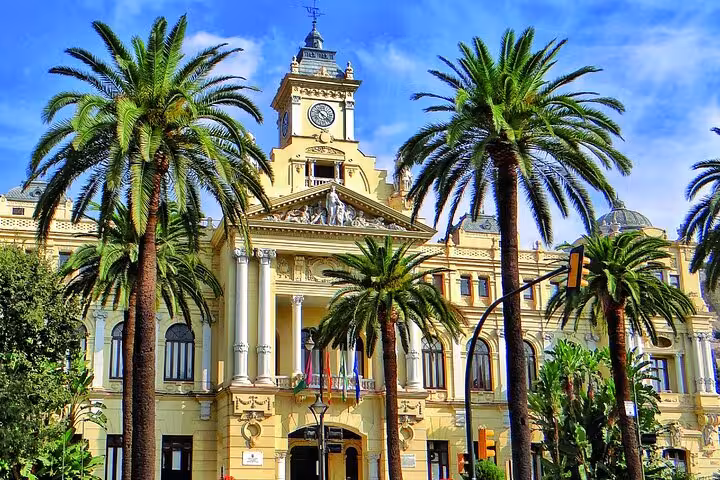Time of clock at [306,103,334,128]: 10:20
